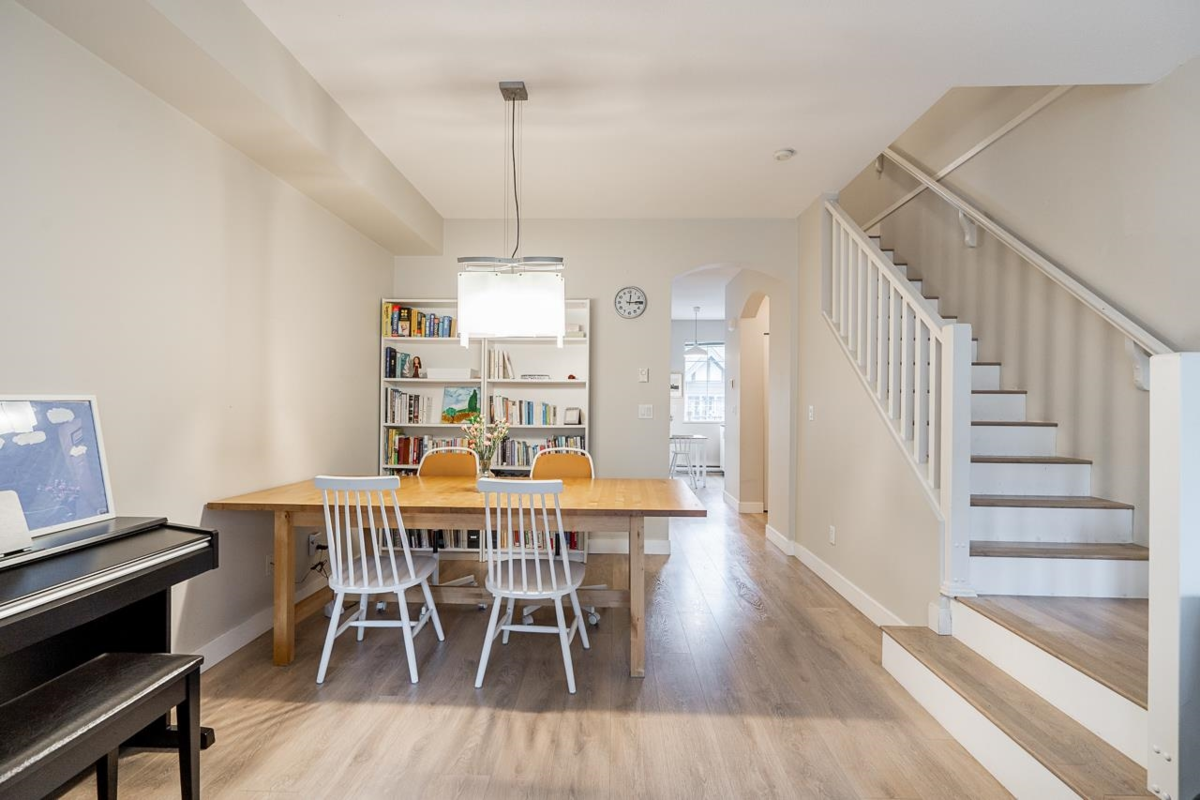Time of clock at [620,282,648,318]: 12:14
